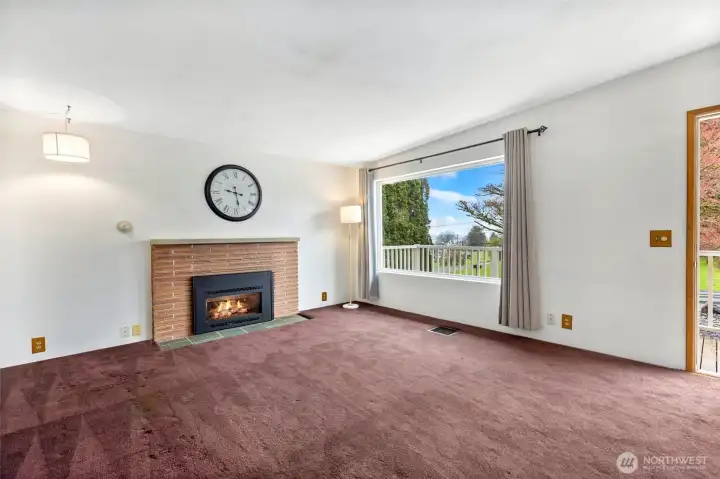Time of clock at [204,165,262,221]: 9:28
